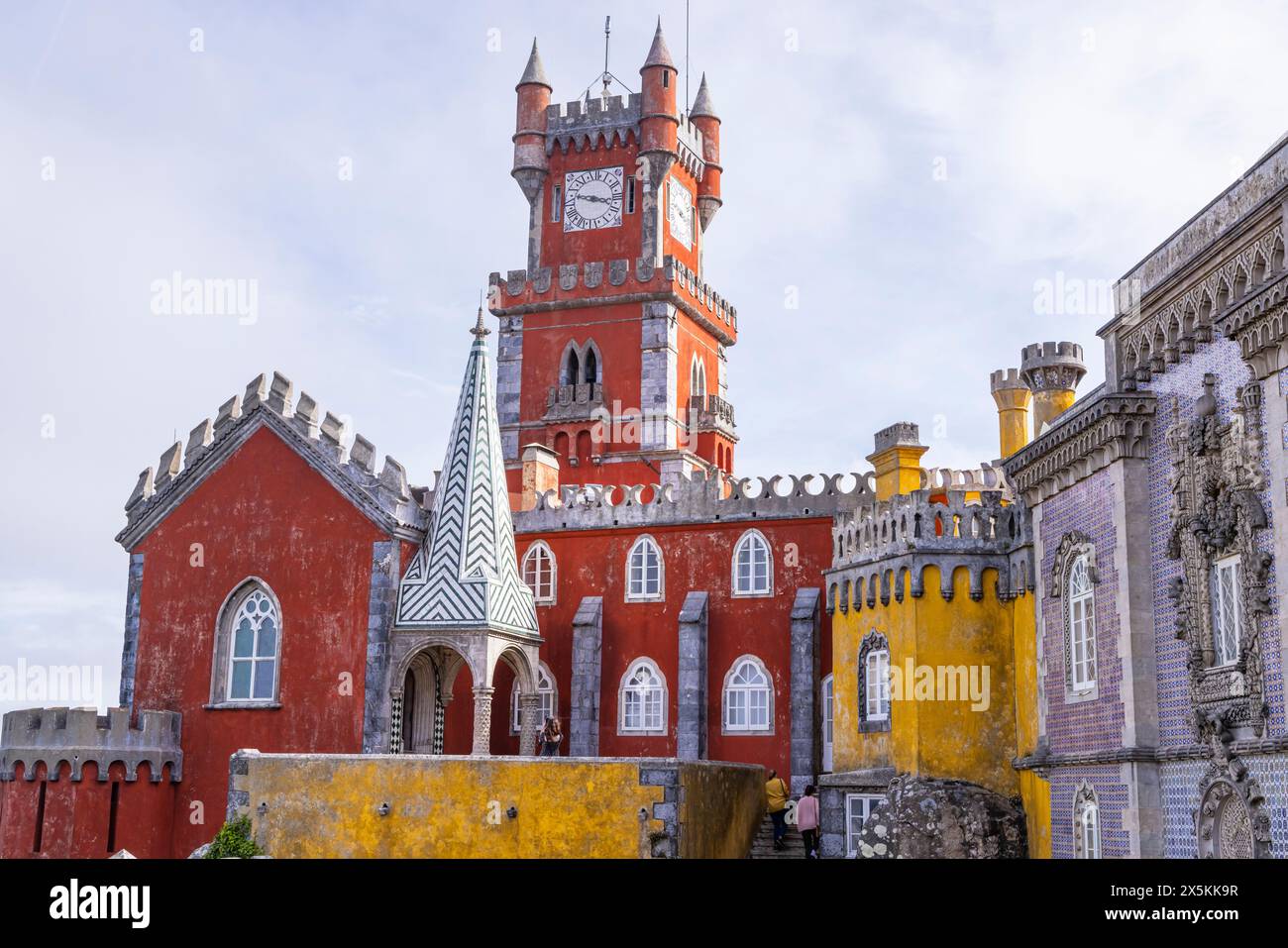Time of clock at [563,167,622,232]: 9:17
